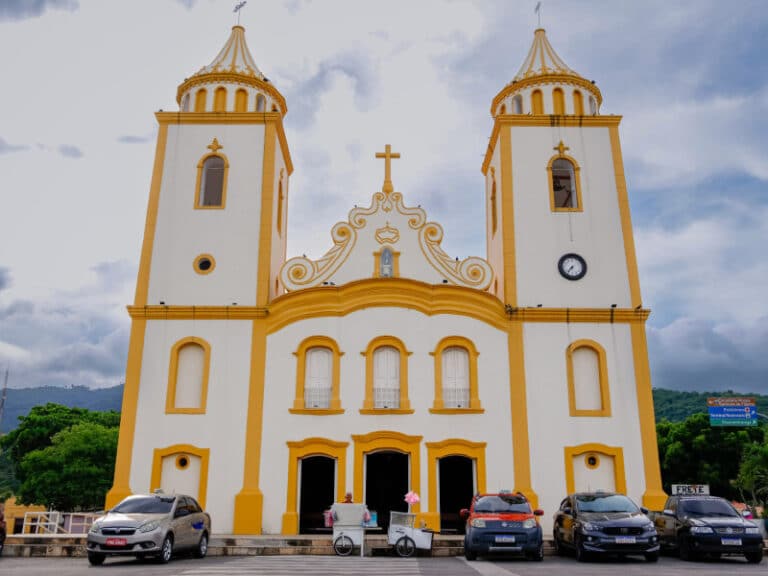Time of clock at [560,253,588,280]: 7:36
